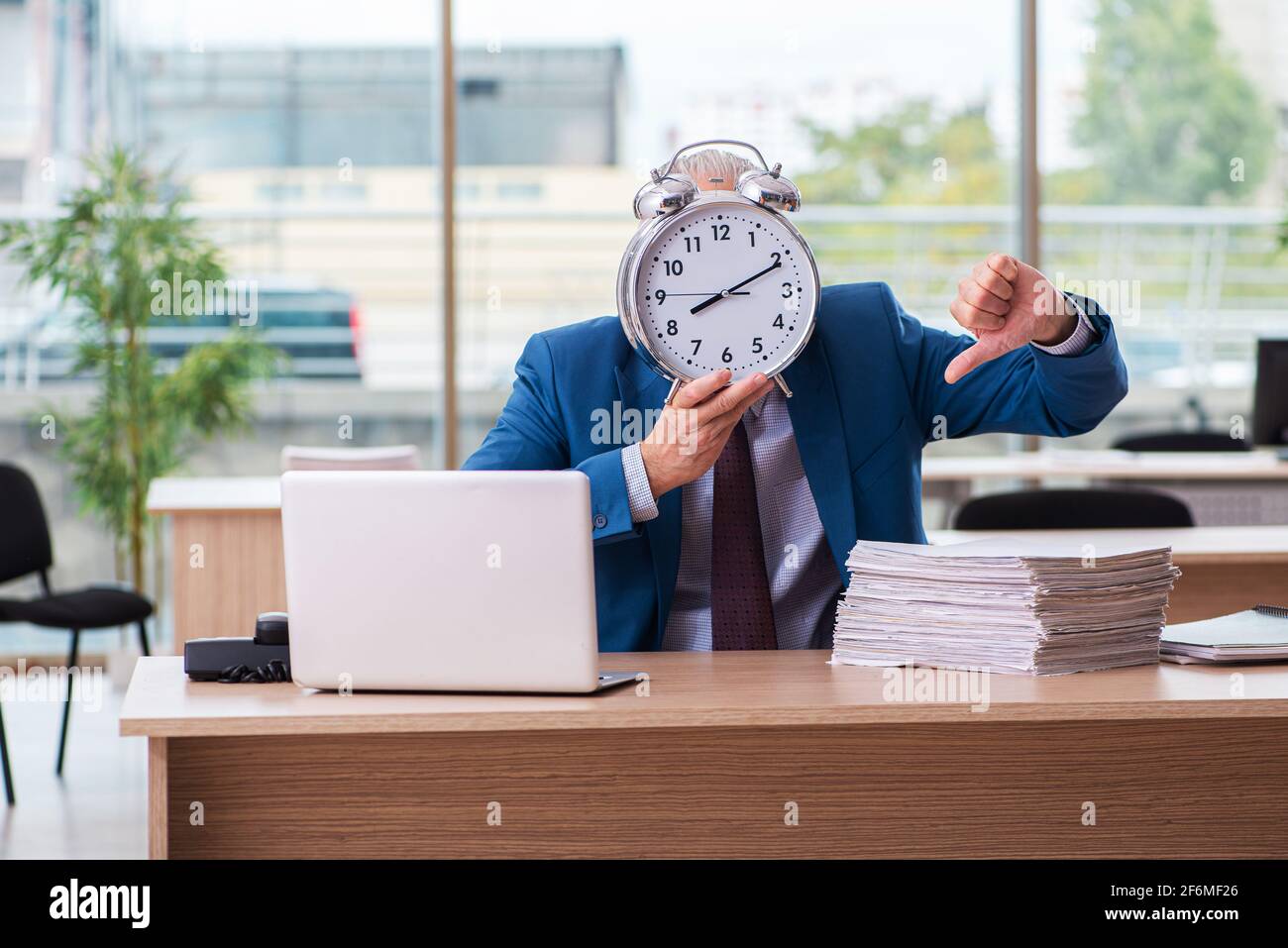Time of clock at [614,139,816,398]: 8:10
